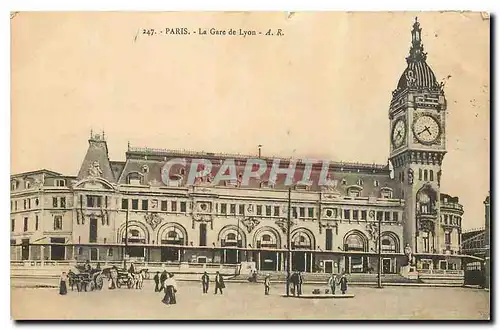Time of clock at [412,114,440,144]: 4:39
